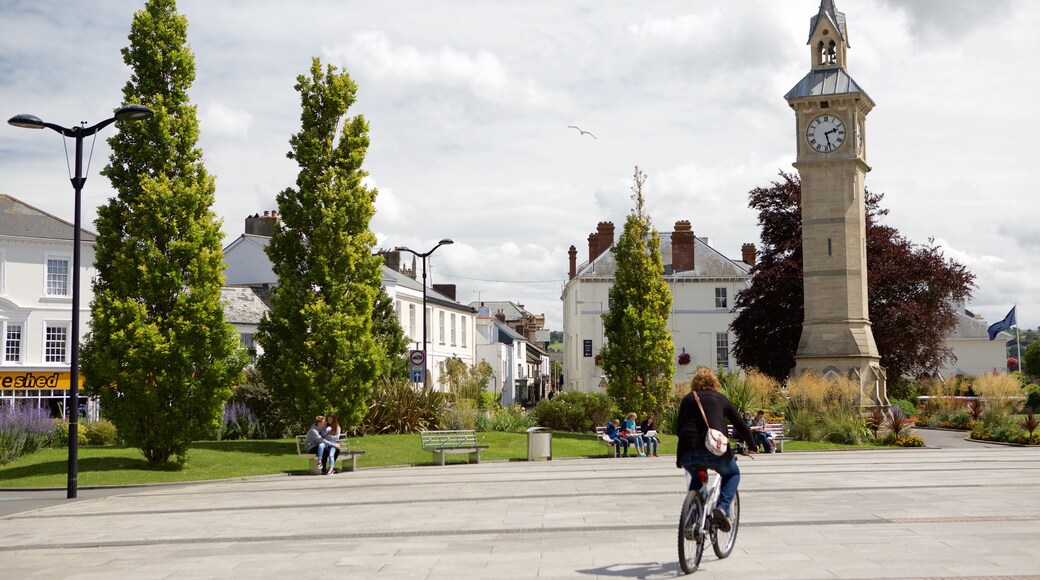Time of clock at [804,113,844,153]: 2:27
